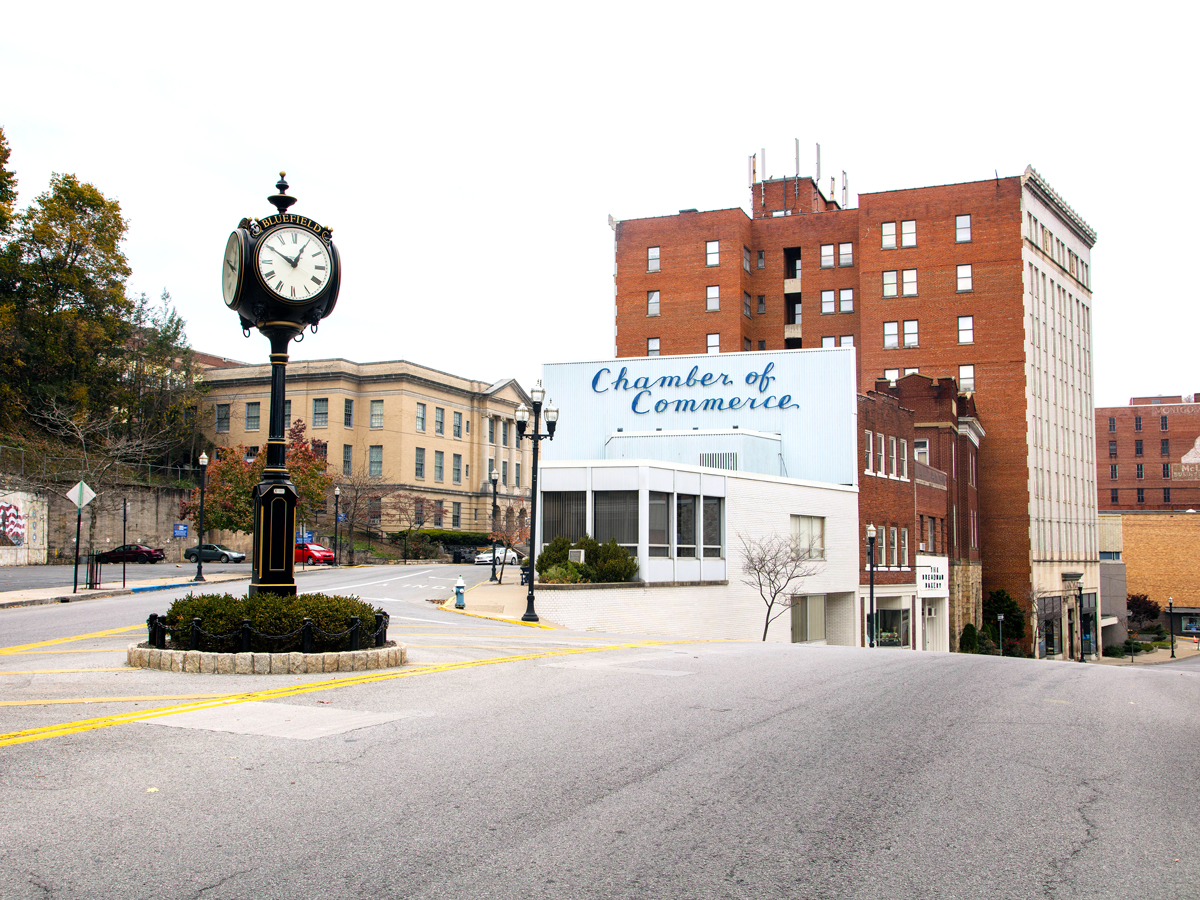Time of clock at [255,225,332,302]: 12:50
